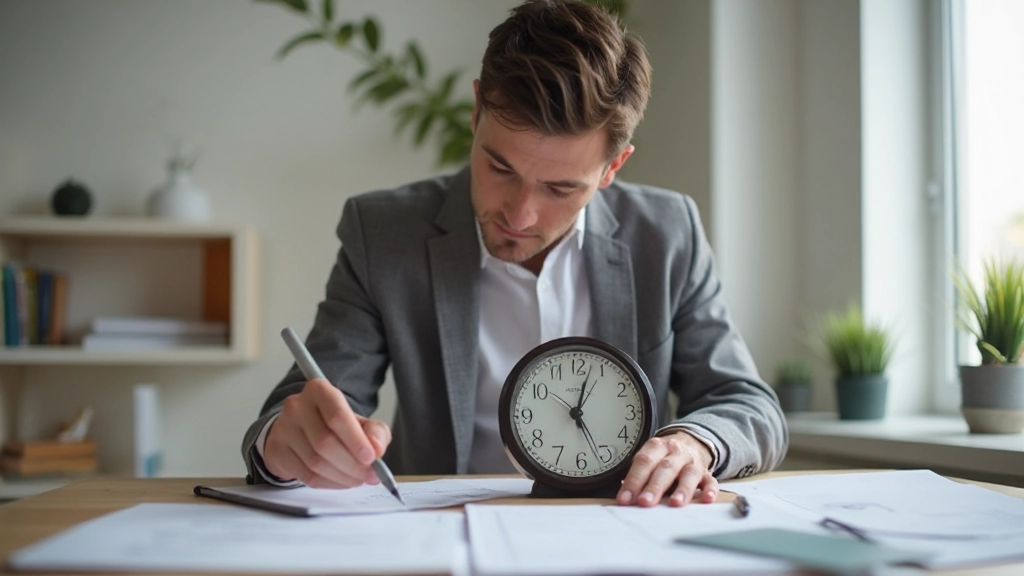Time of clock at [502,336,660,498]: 12:26
